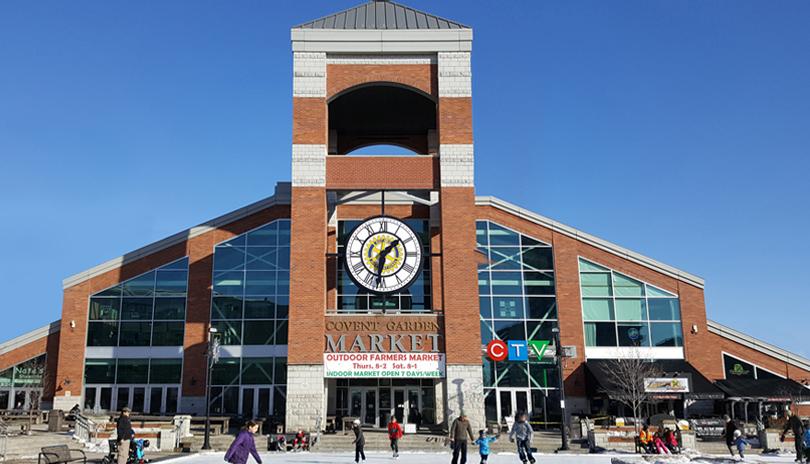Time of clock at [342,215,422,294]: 1:32
